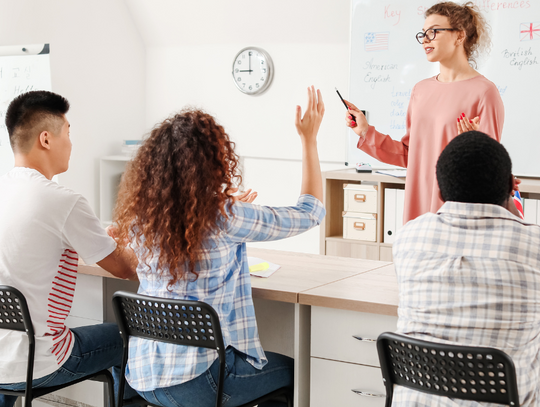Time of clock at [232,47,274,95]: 8:59
